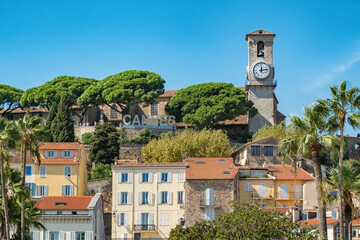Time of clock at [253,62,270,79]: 12:13
